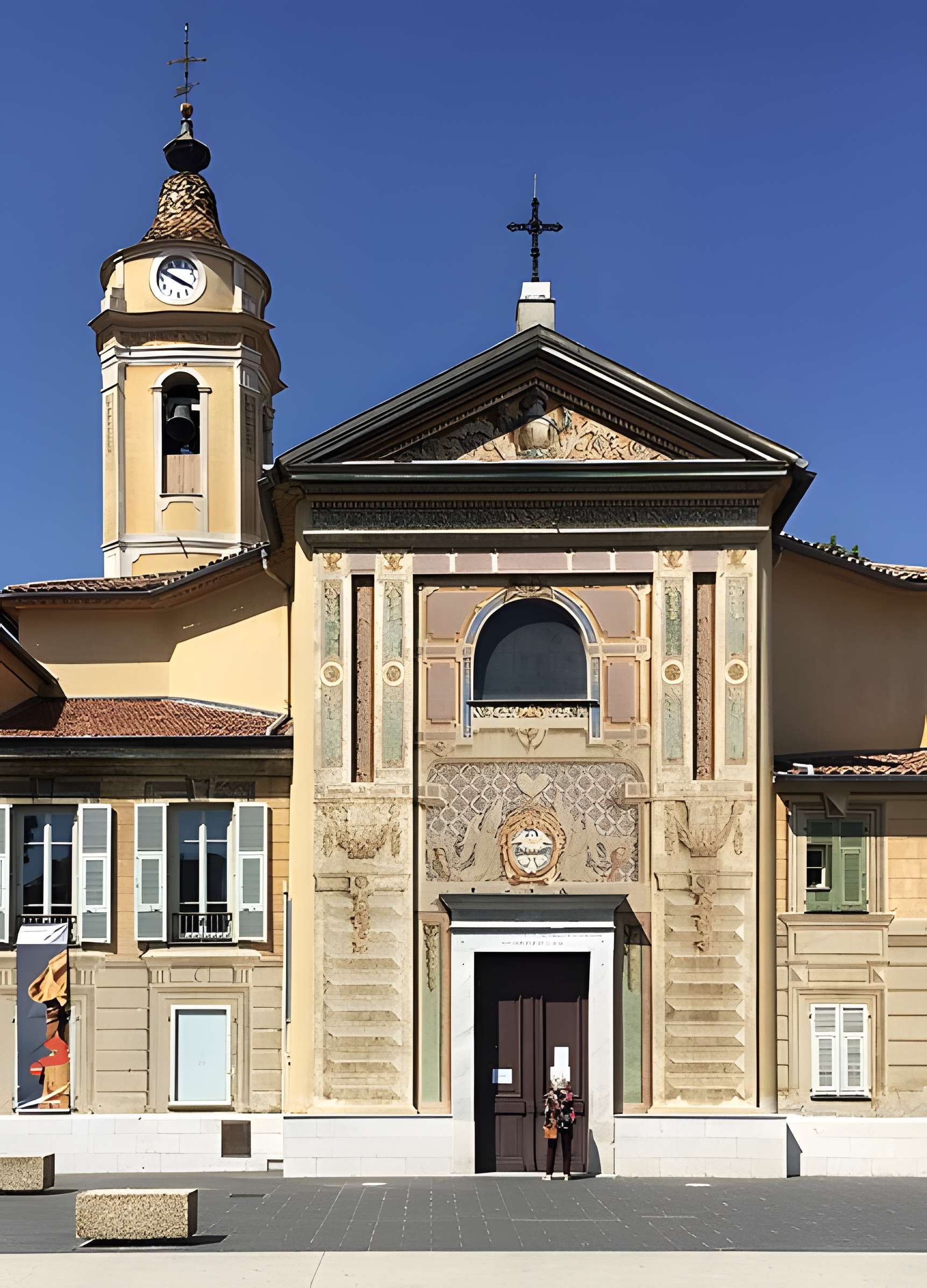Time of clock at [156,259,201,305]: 3:49
